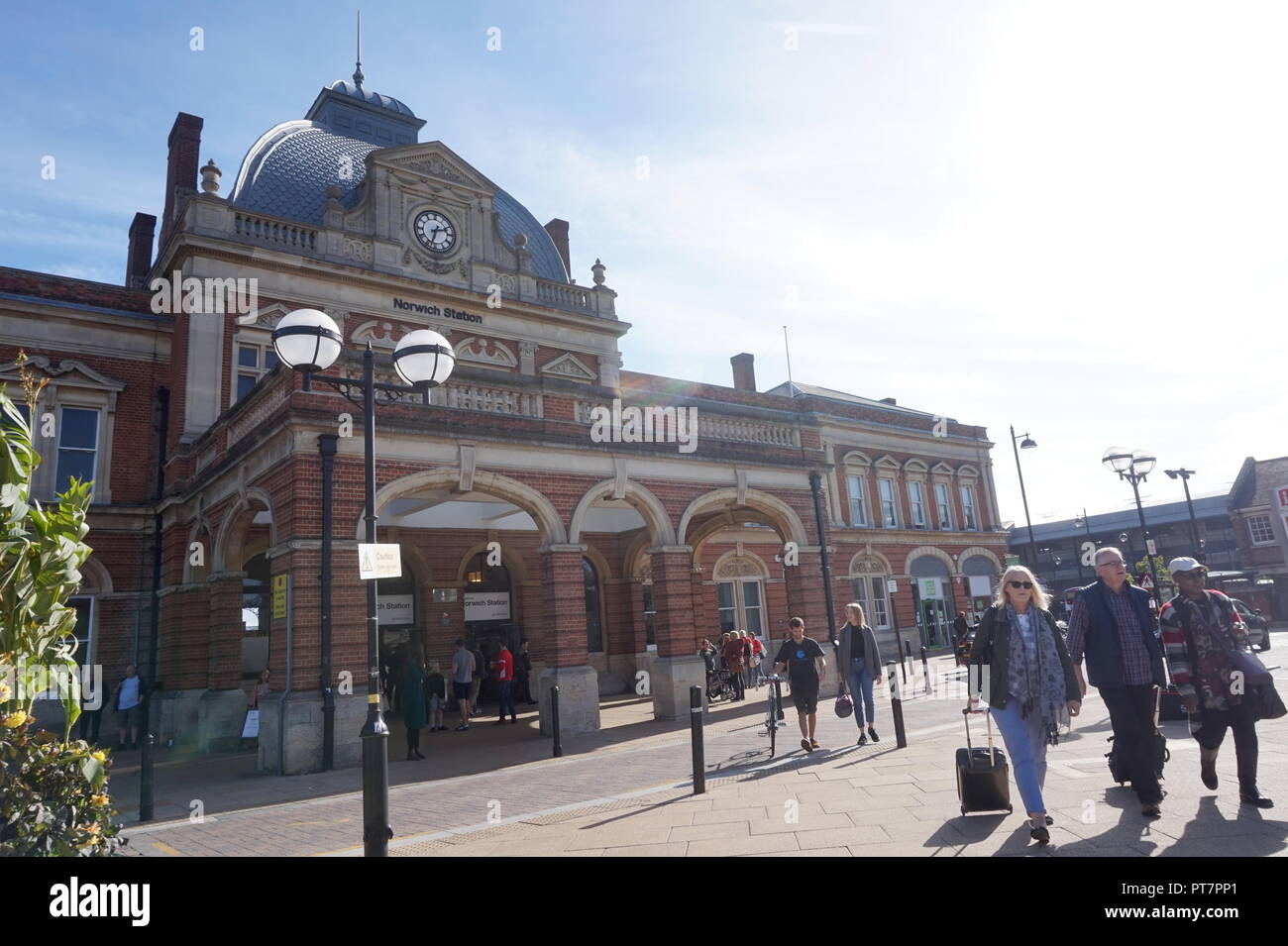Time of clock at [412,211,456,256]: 2:33
